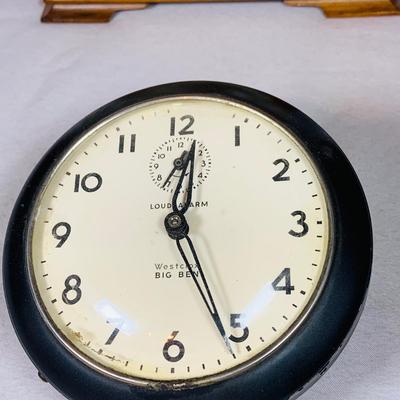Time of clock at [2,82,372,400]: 12:26
